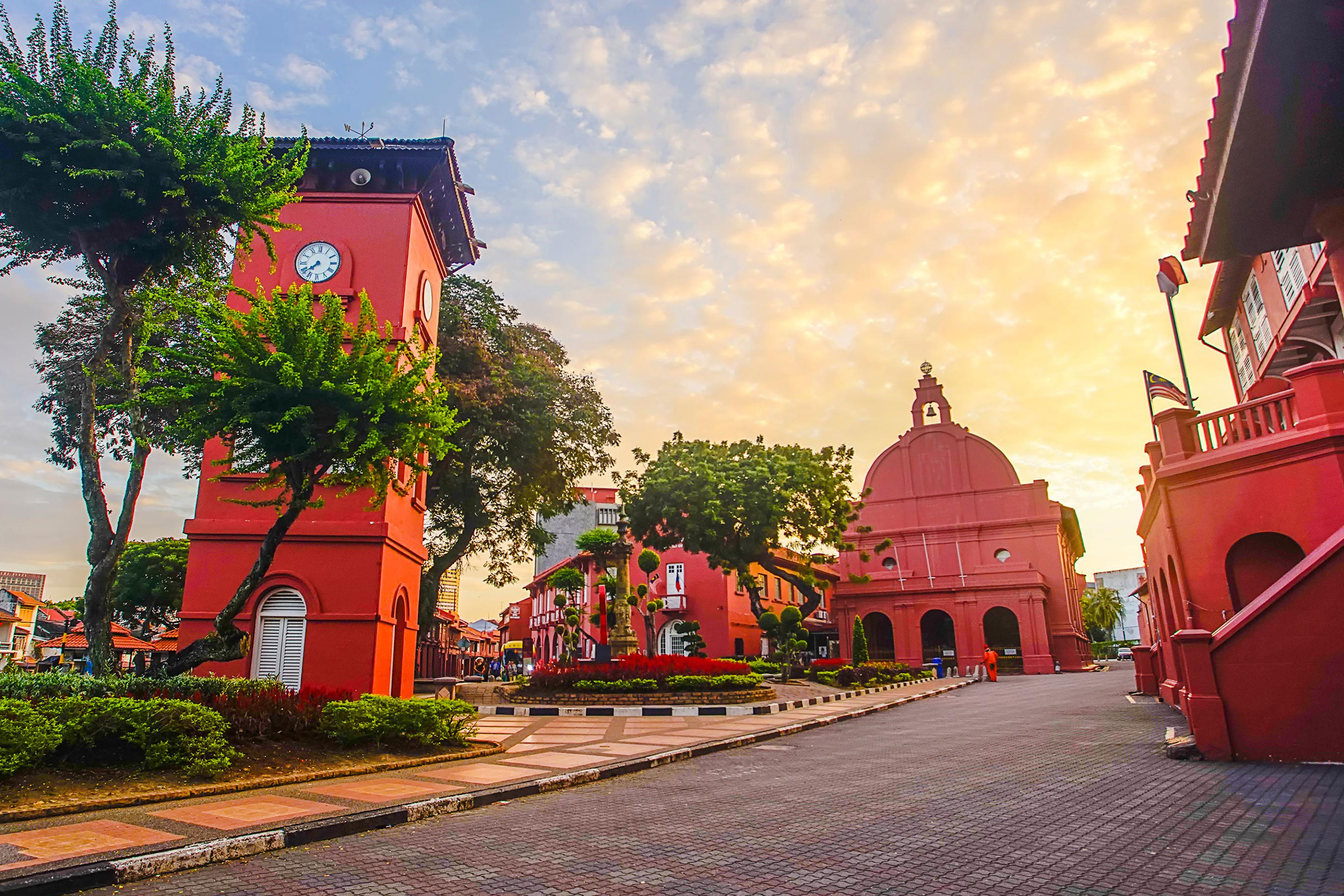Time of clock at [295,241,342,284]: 7:38
